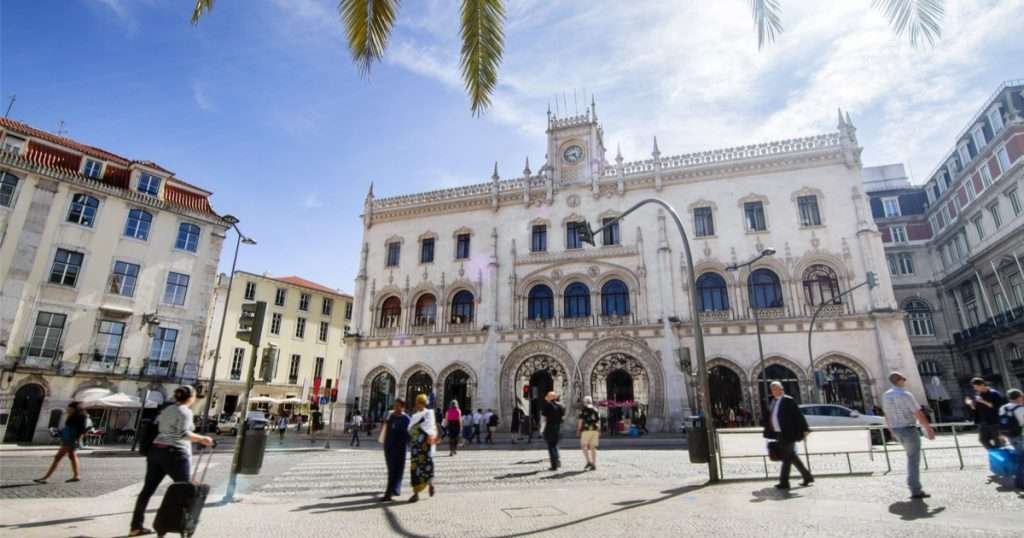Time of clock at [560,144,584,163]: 4:42
